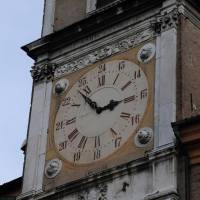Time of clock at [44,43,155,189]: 2:53
